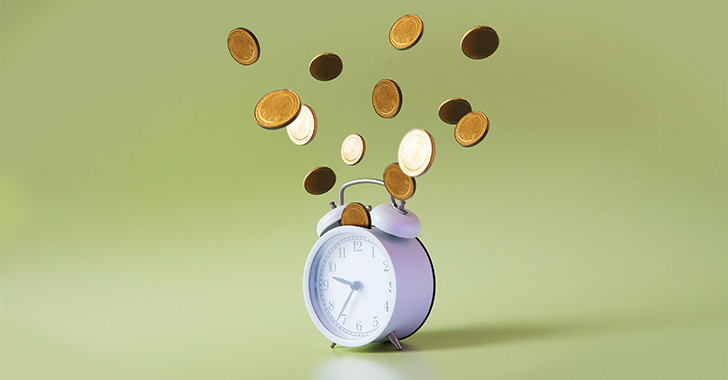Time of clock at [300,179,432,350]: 9:36
